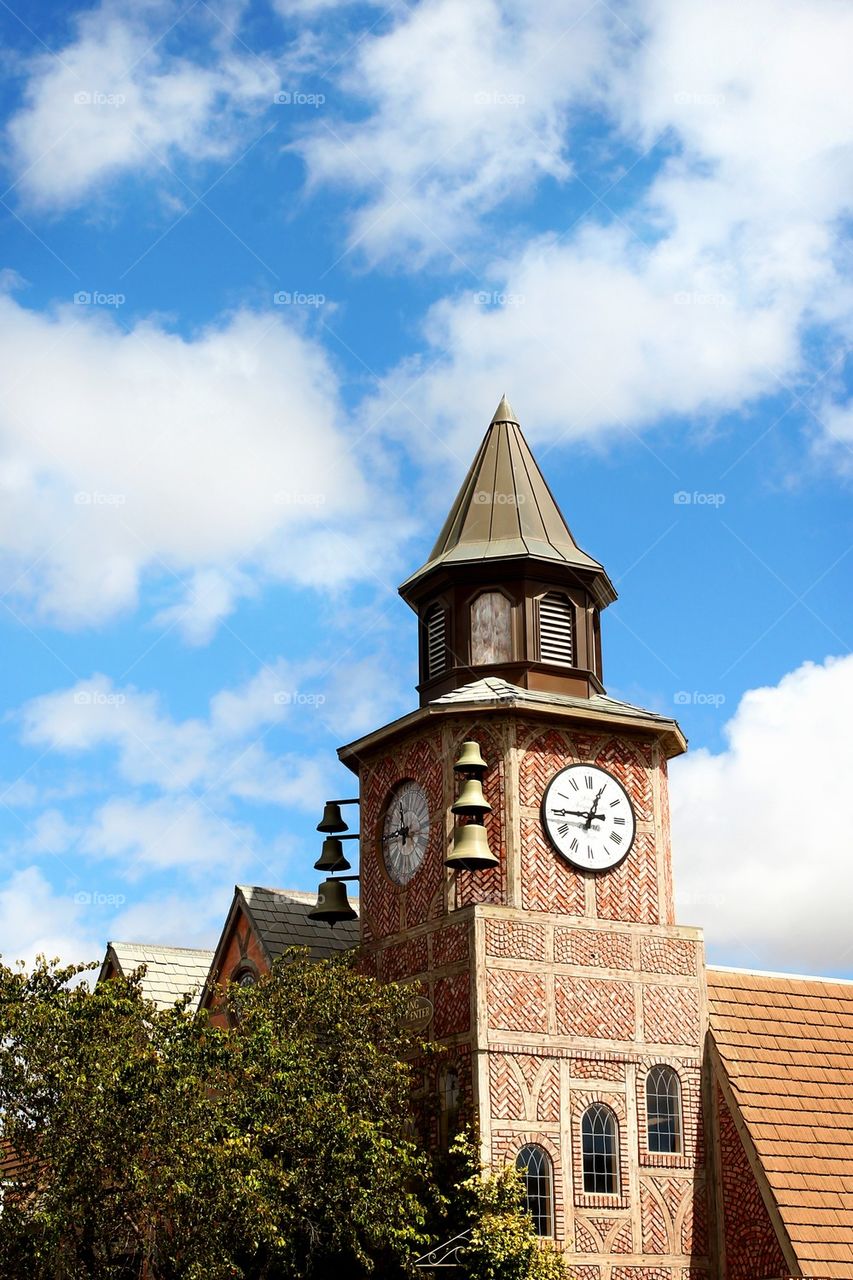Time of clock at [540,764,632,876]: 12:45
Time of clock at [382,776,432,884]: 11:44
